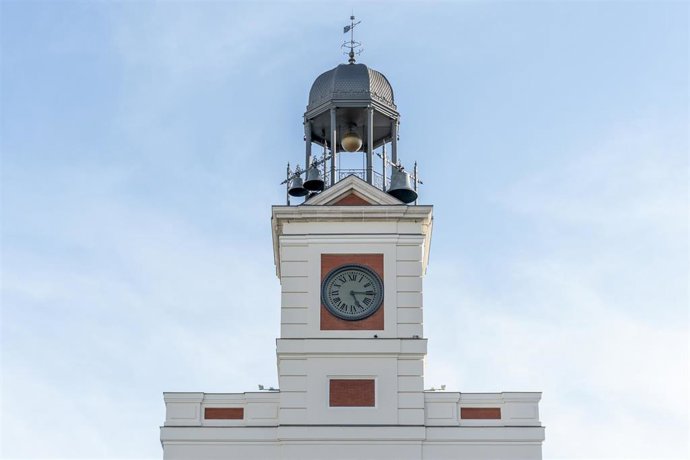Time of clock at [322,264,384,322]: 5:15
